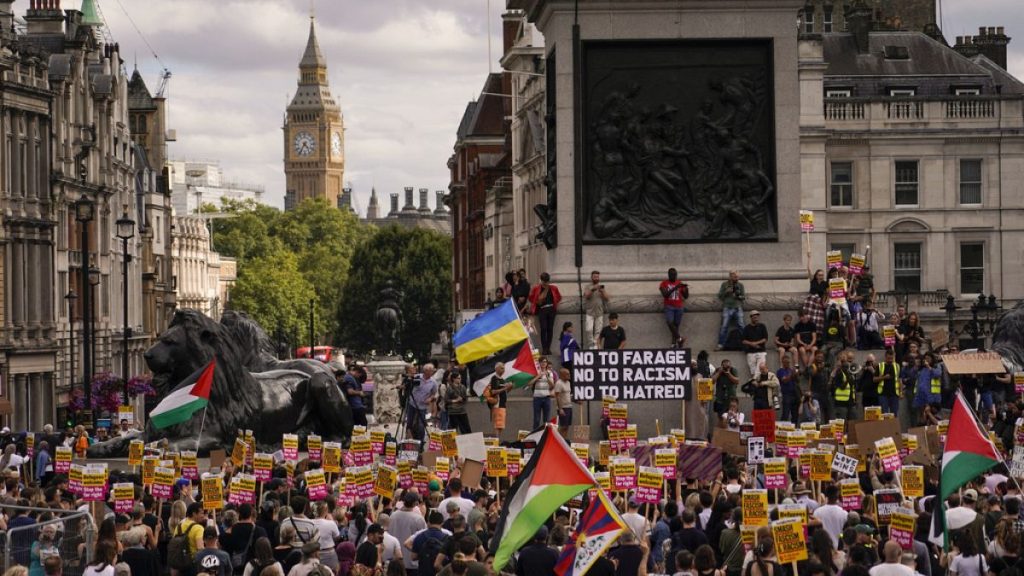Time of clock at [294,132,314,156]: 4:35
